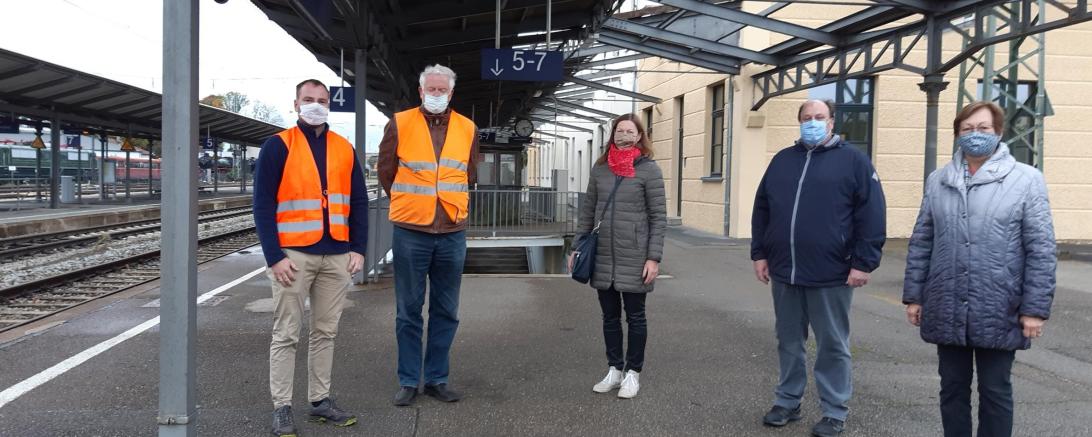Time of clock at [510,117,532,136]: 5:12
